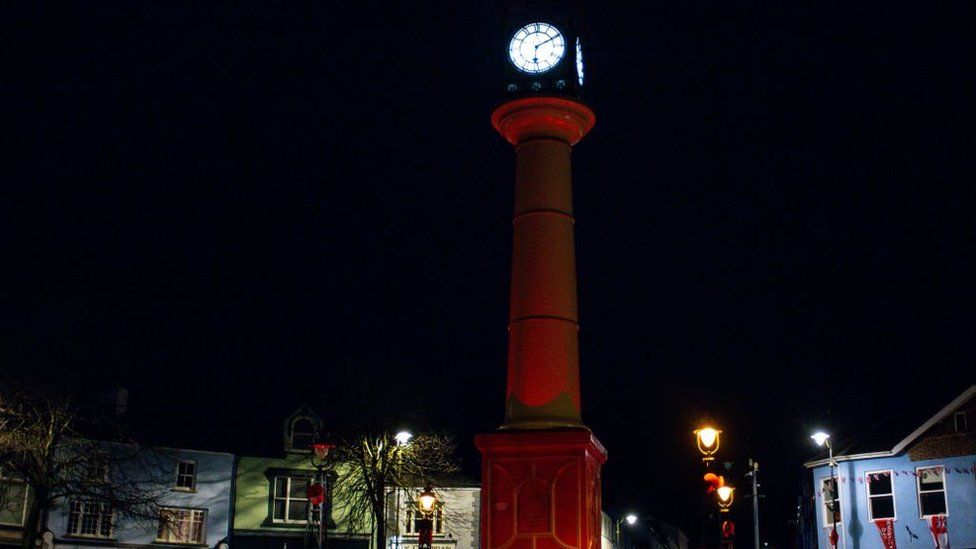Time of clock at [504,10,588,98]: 6:10
